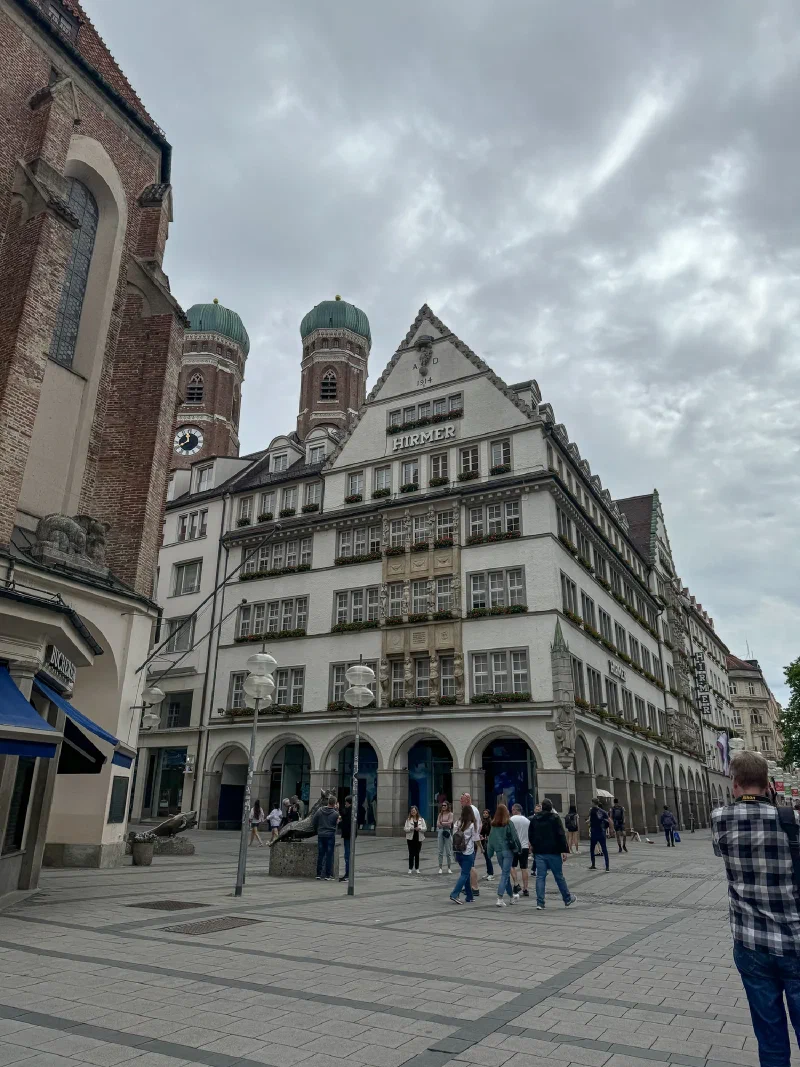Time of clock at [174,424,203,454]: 11:40
